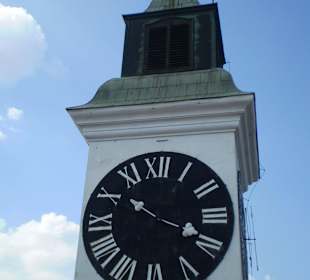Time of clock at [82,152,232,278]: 10:18
